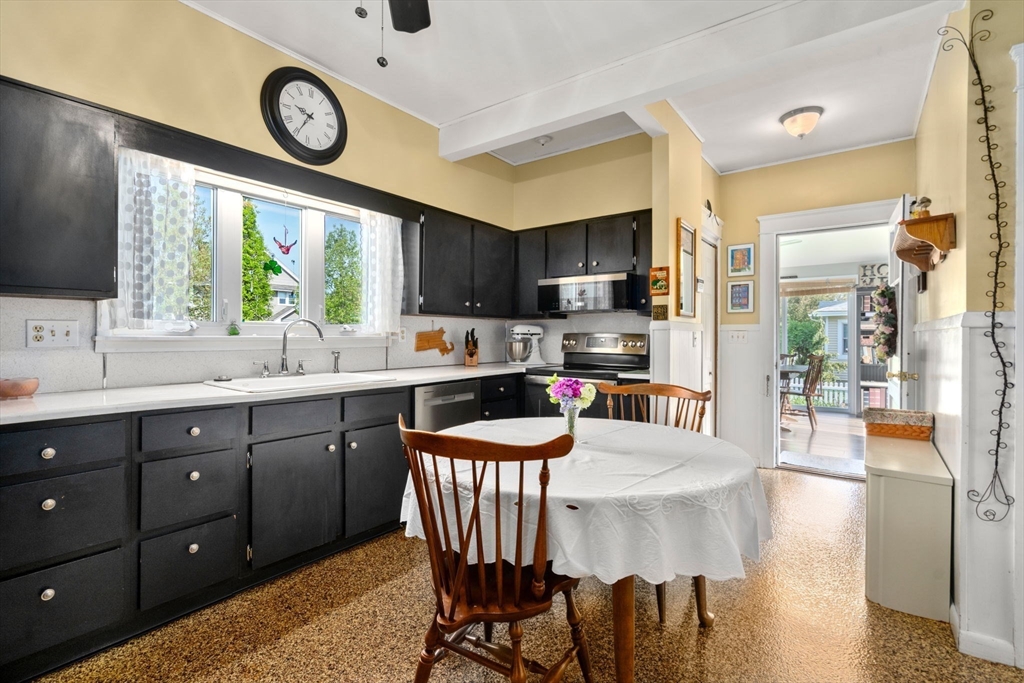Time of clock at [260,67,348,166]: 9:34
